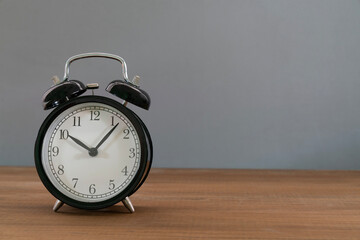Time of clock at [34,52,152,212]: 10:07
